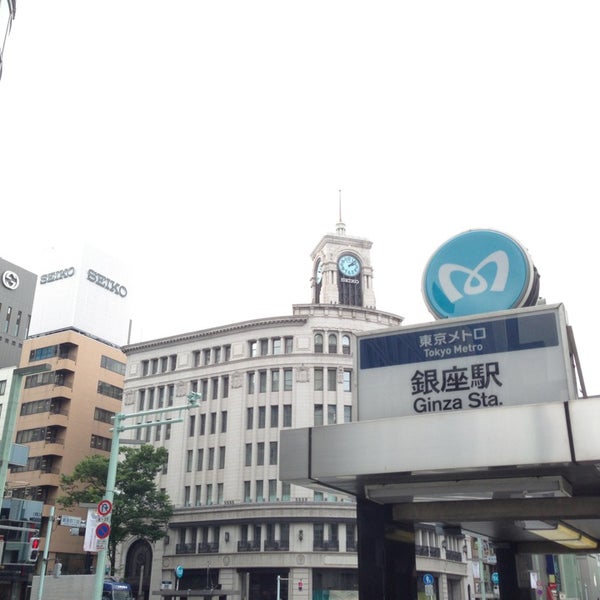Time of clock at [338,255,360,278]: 2:07
